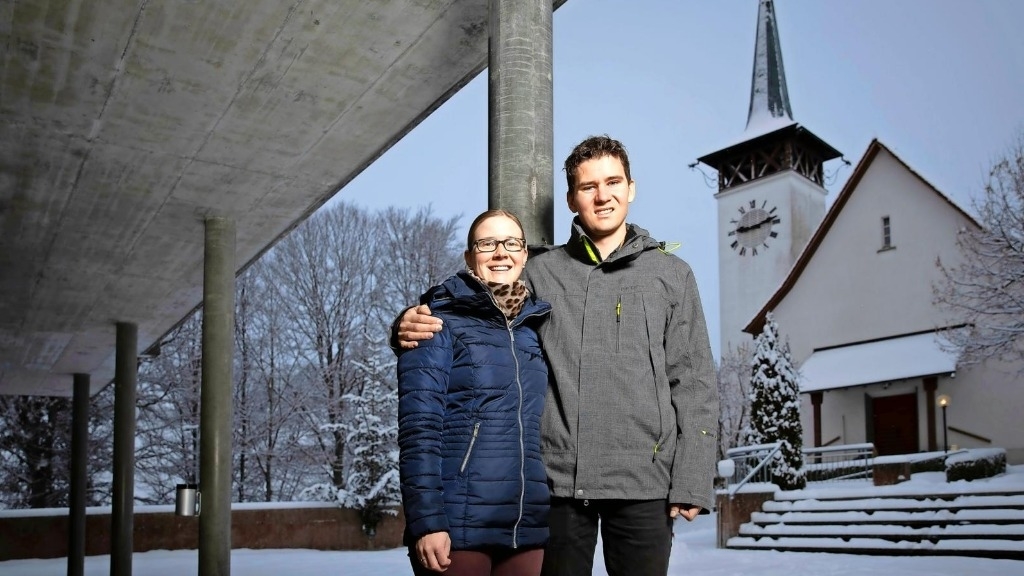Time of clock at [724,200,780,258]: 9:12
